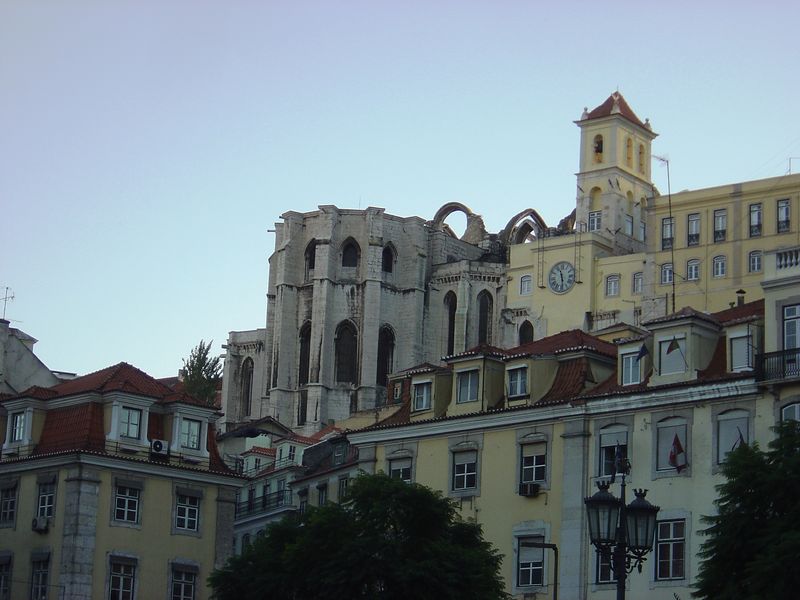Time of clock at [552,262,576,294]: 11:28
